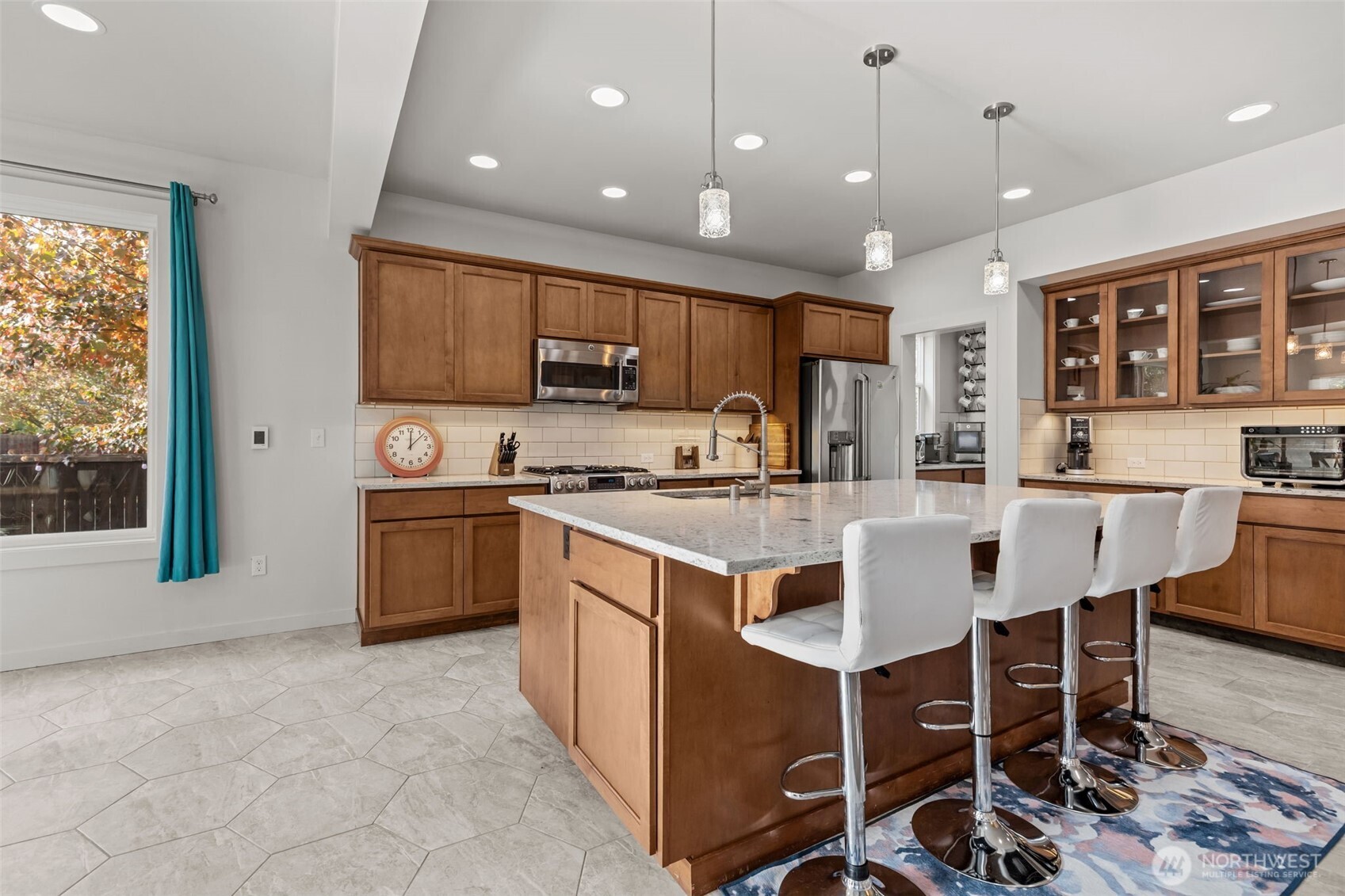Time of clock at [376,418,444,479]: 12:07
